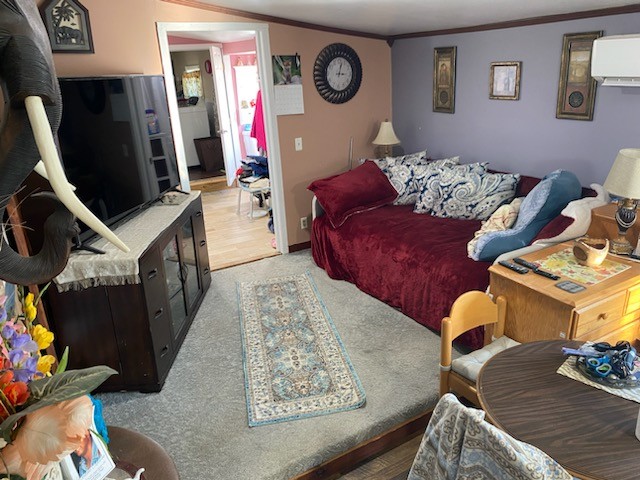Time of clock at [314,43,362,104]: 3:02
